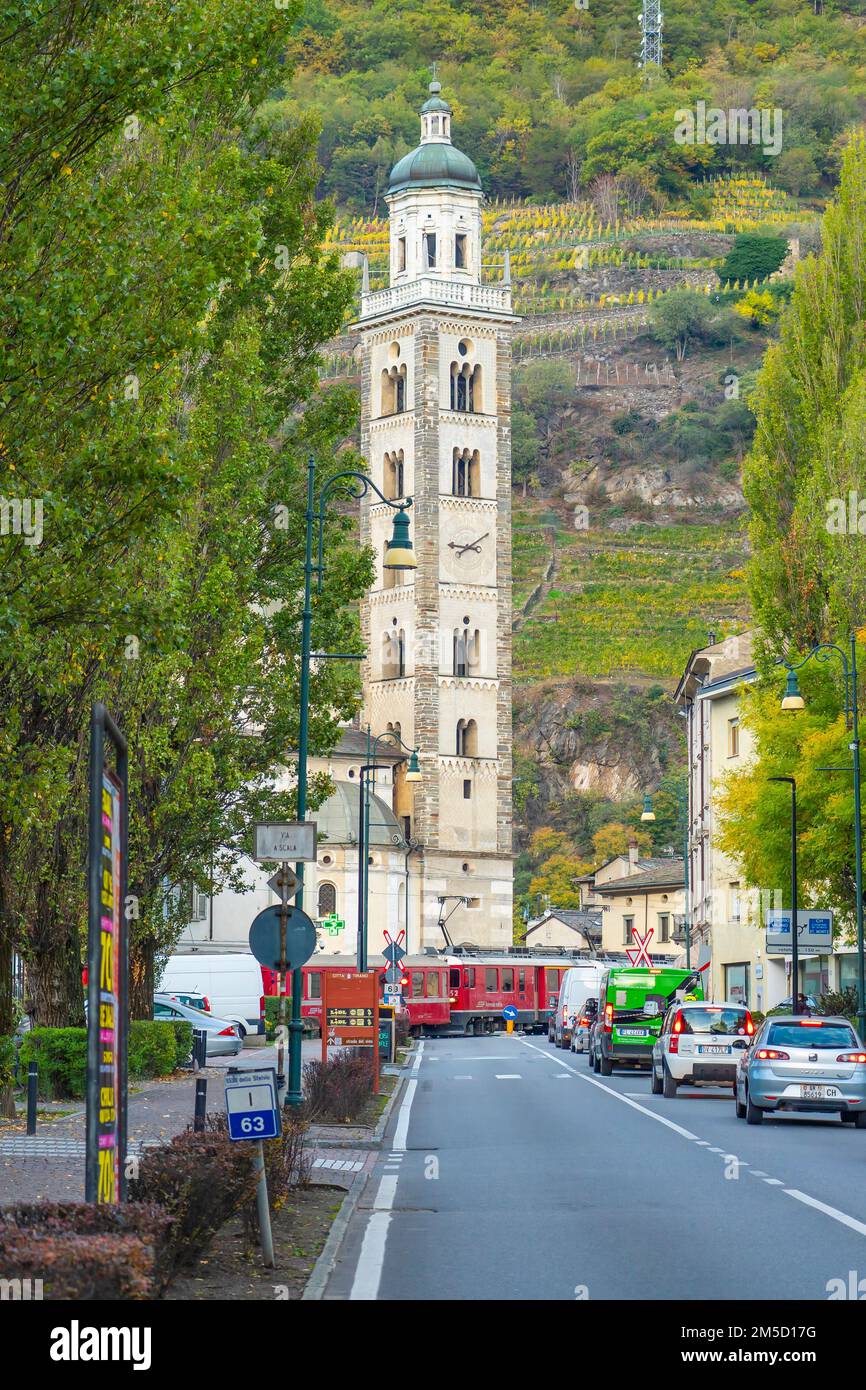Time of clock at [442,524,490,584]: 9:10
